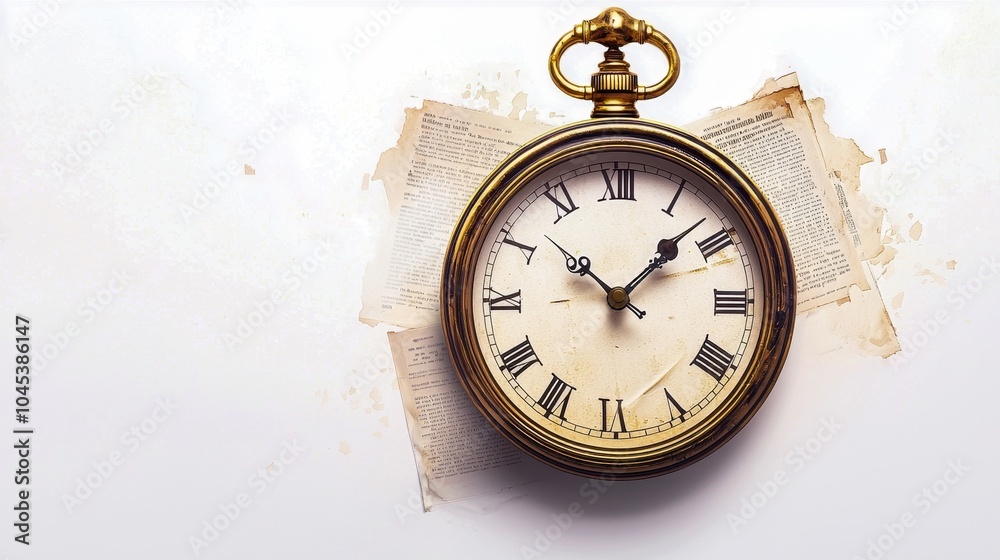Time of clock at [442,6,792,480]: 10:07
